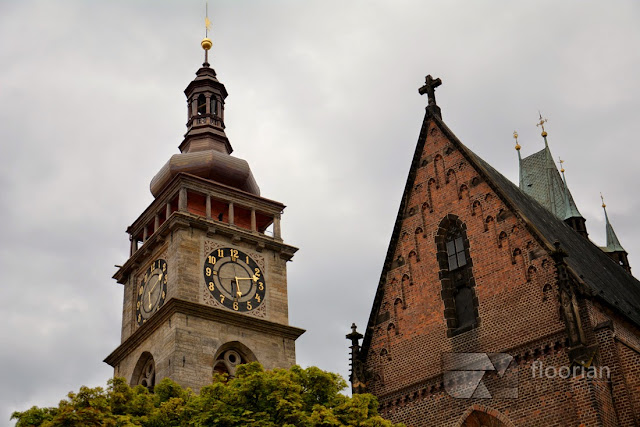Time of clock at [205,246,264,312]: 6:13
